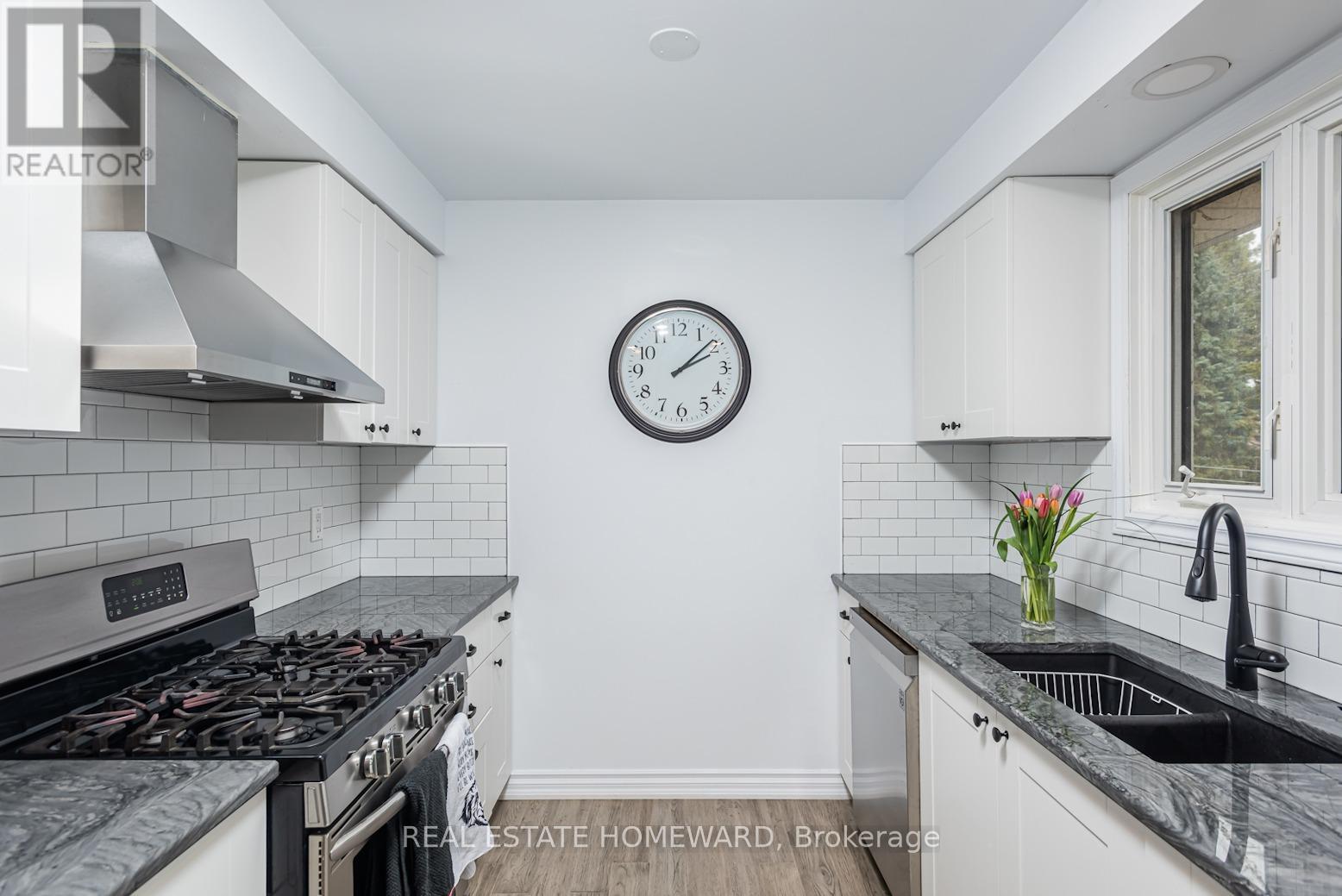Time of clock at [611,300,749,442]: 2:08
